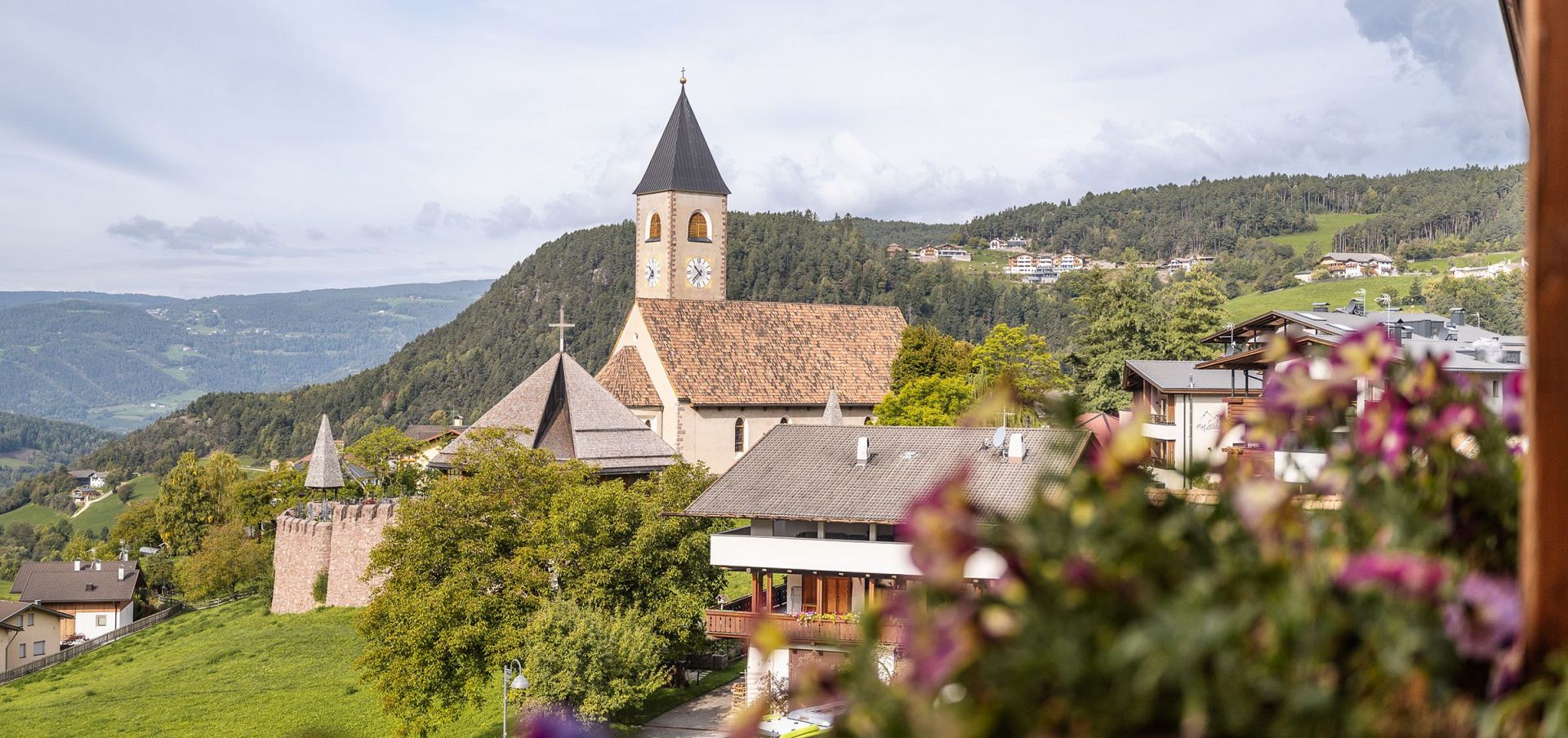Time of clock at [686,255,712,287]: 10:36
